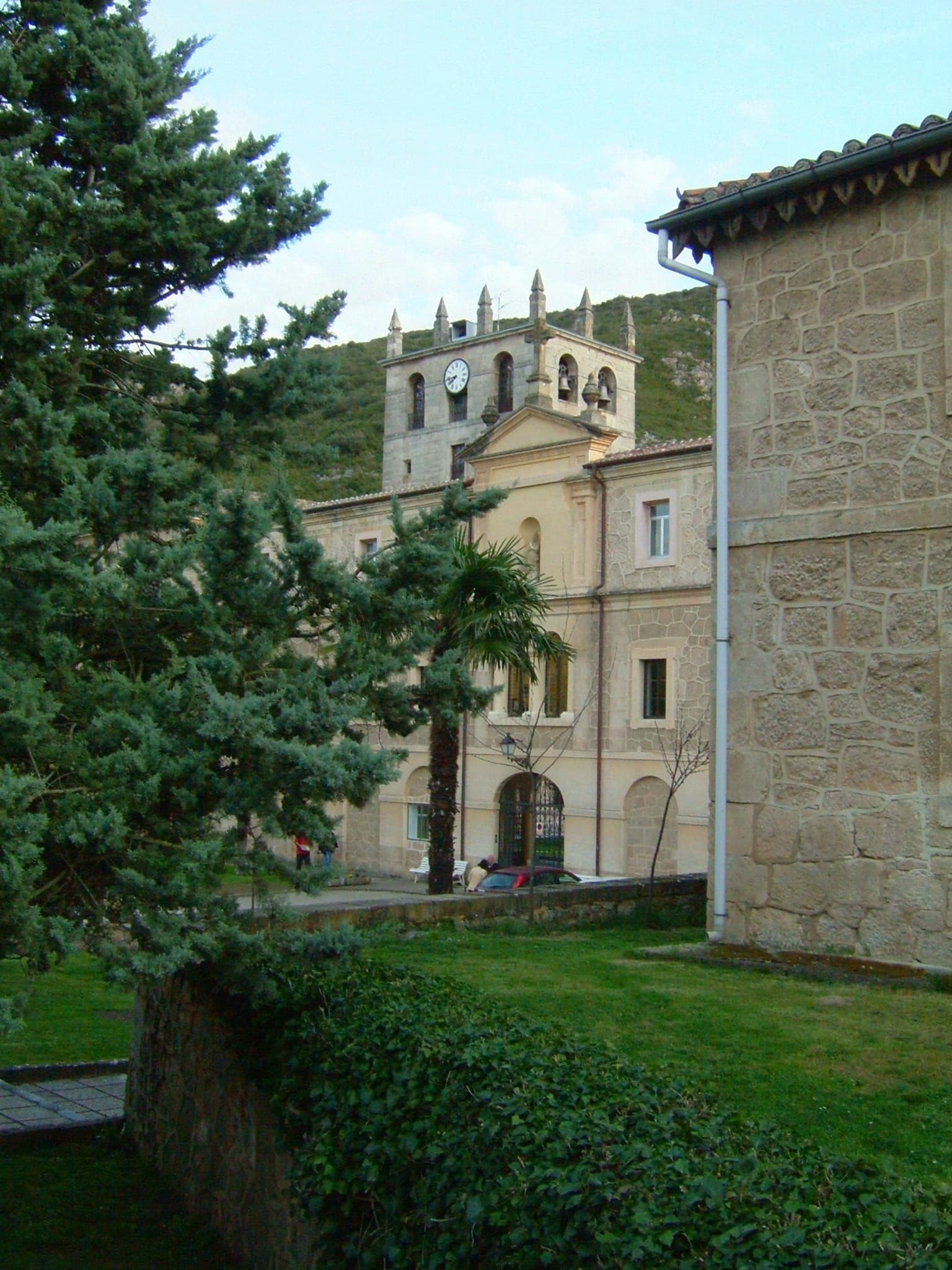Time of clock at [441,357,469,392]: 7:43
